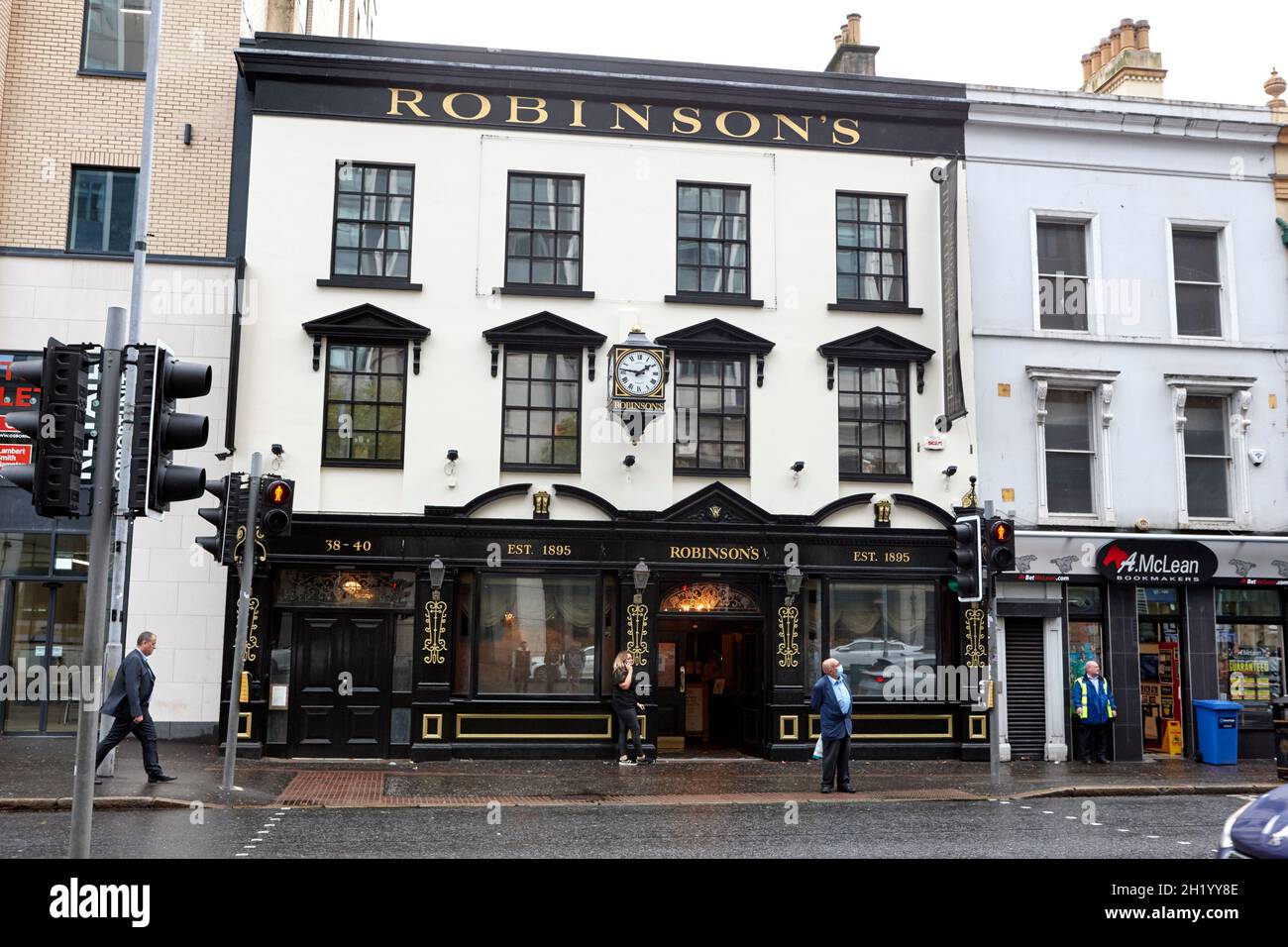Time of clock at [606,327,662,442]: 1:46
